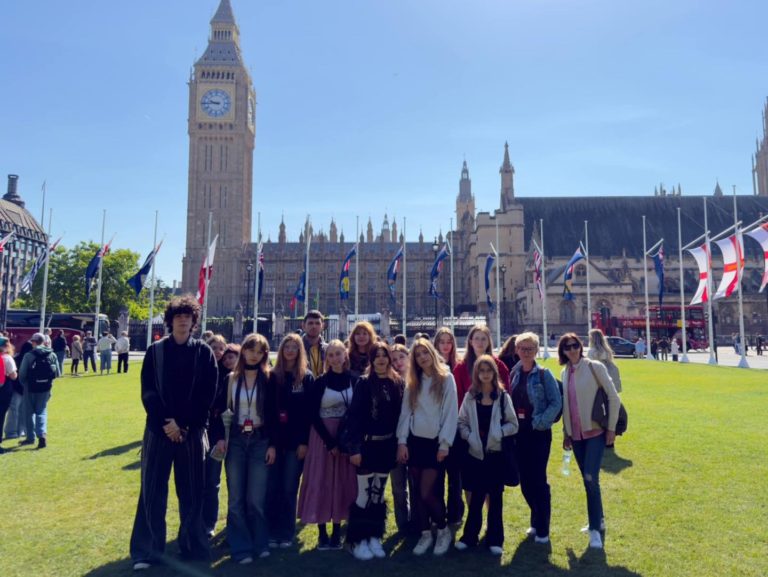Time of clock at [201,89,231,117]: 9:44
